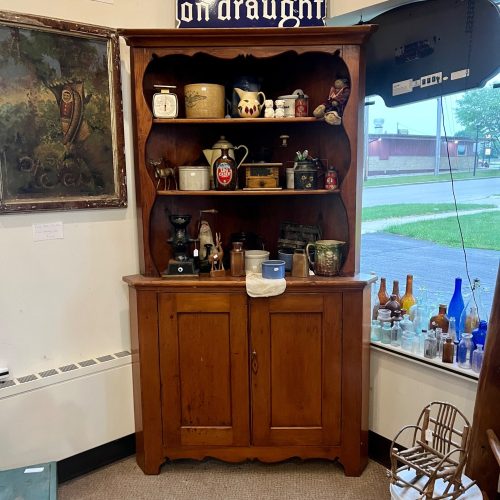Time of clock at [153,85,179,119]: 6:01
